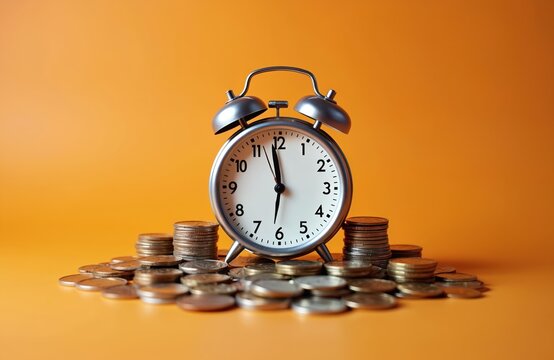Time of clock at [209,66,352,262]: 11:58
